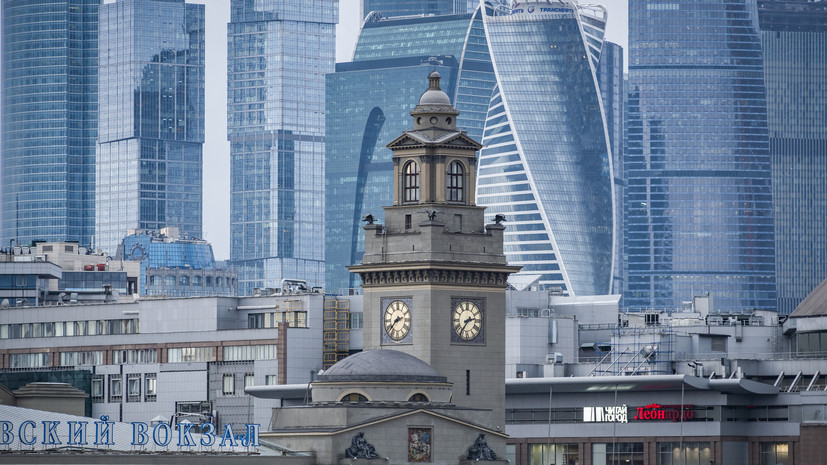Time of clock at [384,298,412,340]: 2:38
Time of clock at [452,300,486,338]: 2:36
